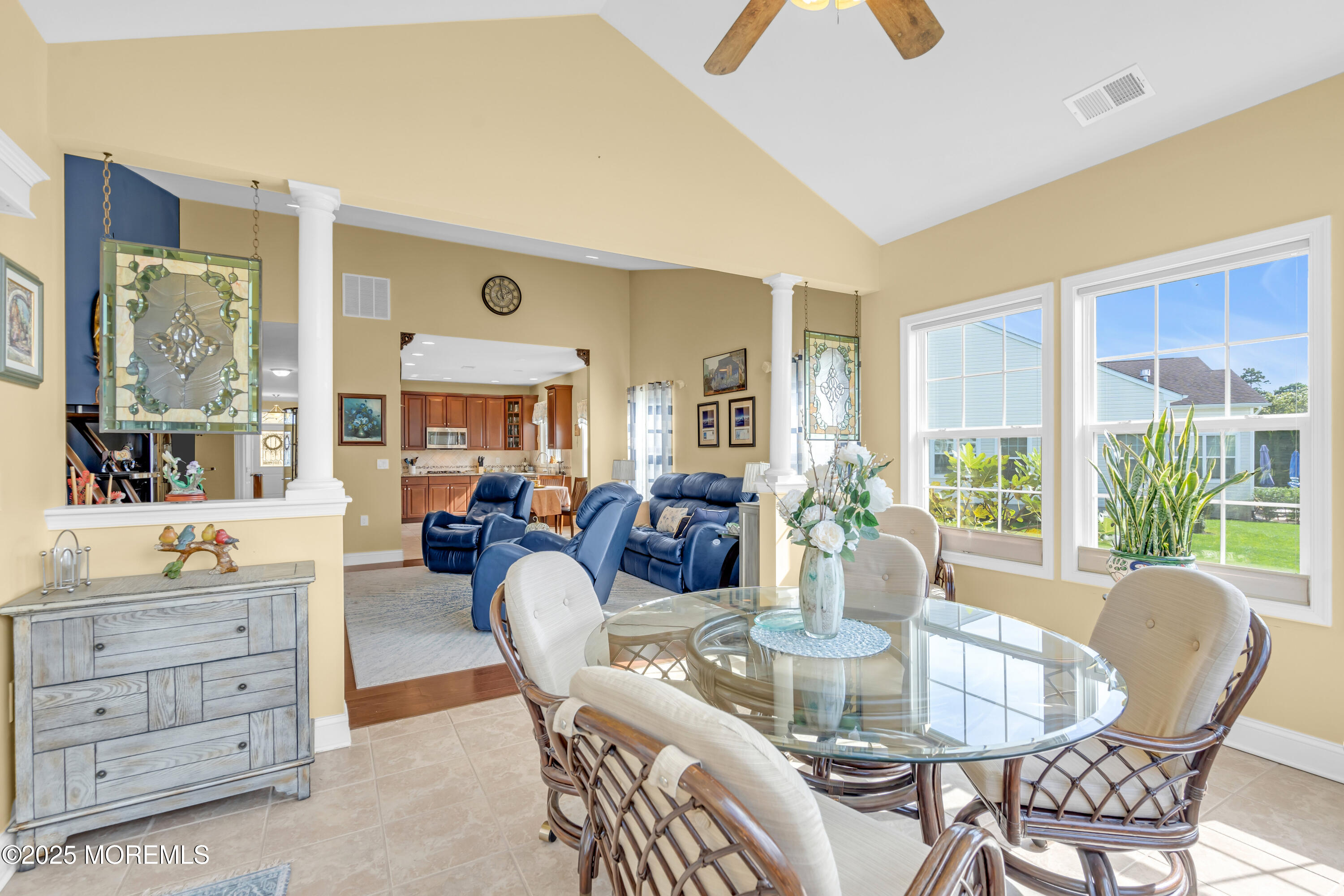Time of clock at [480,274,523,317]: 1:58
